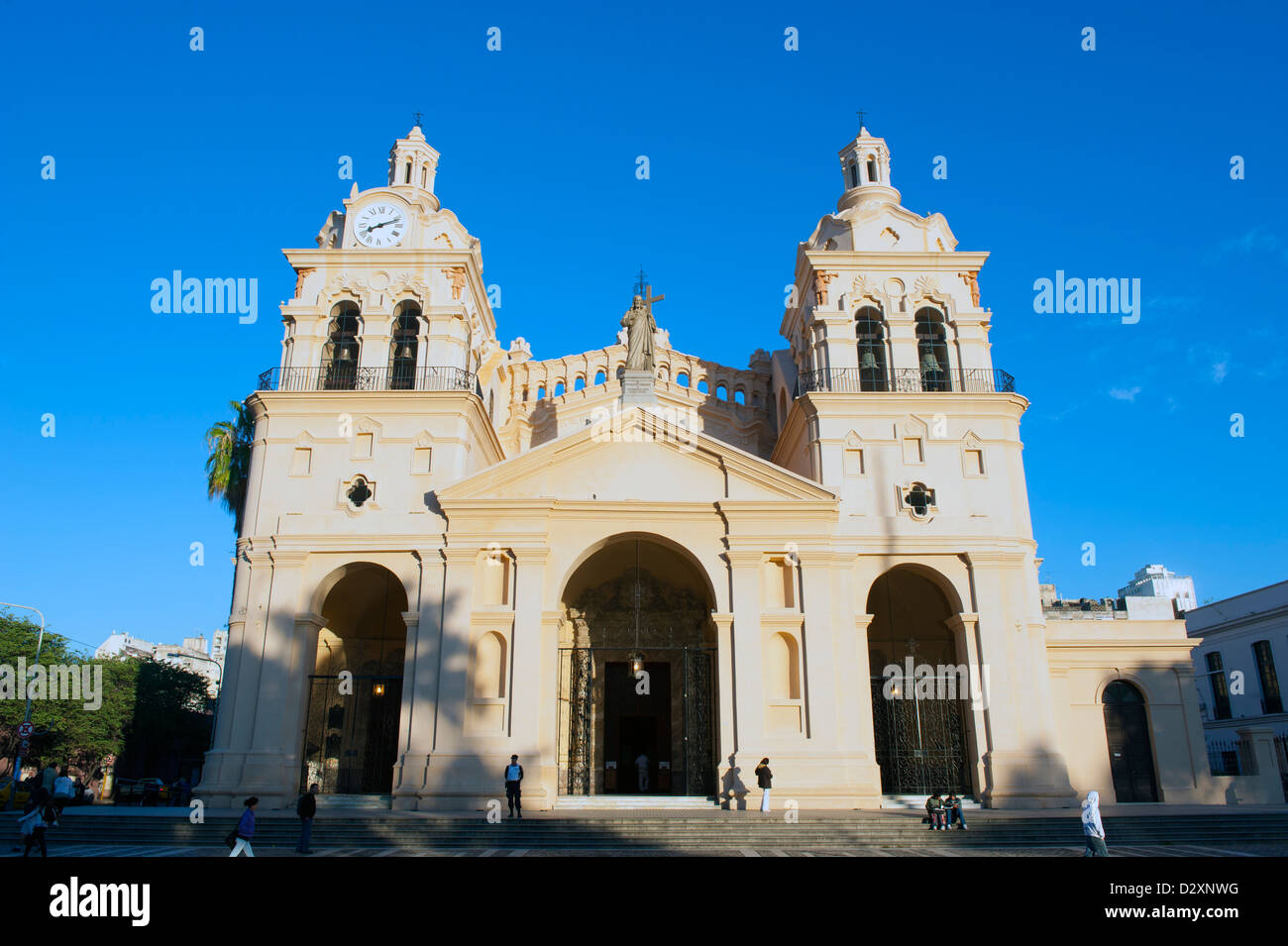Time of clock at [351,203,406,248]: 8:11
